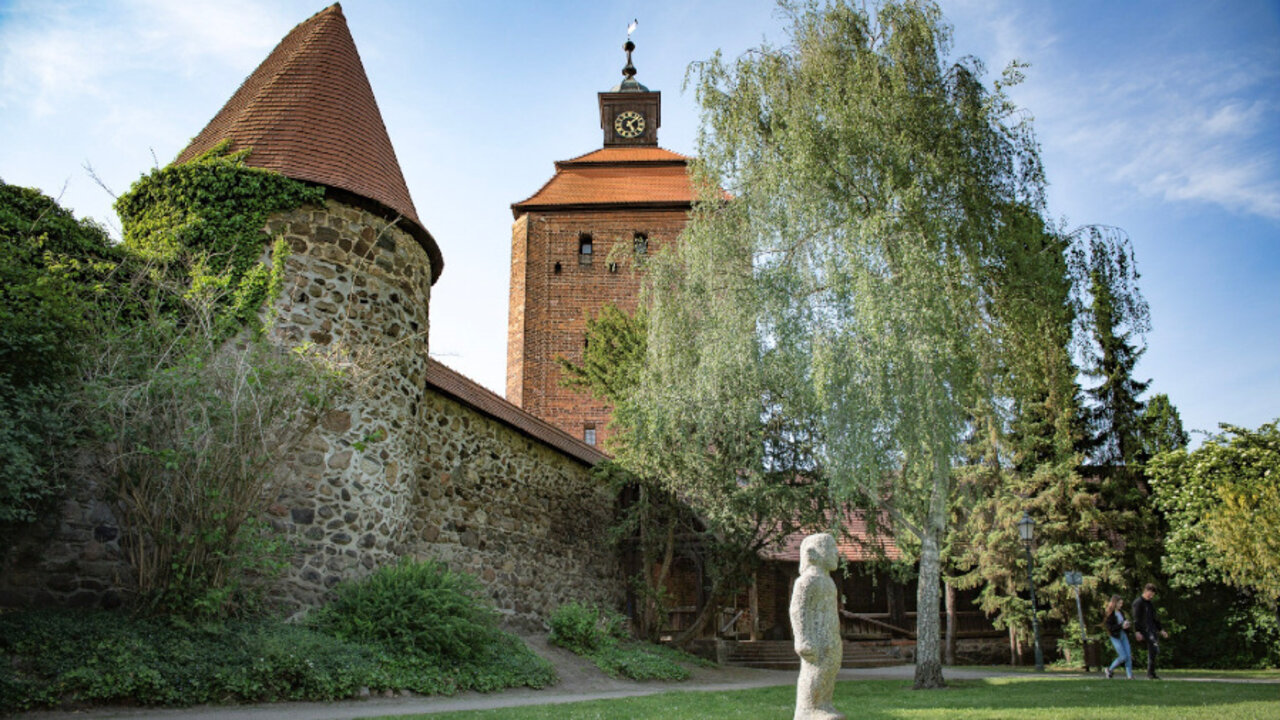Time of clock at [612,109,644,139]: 1:24
